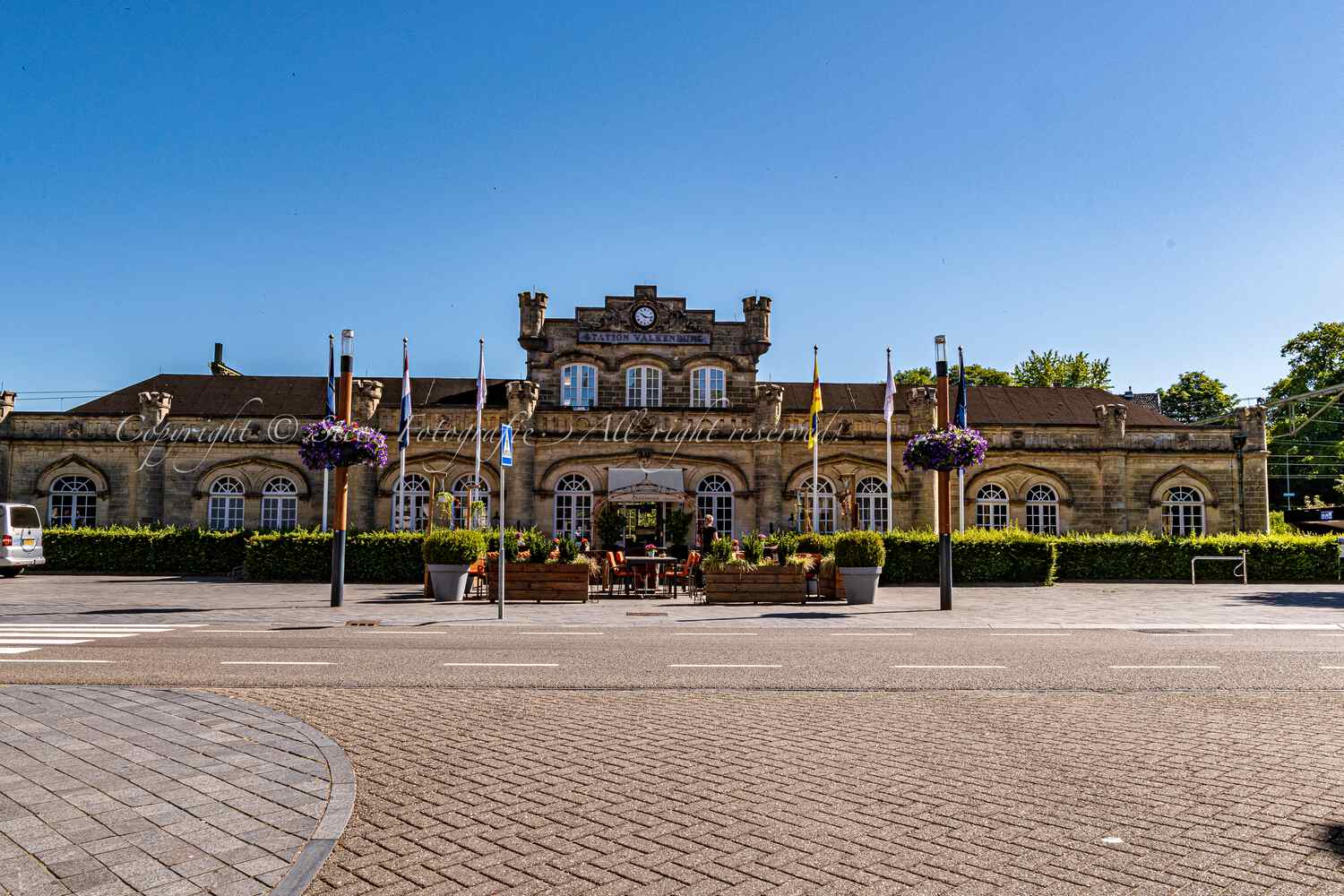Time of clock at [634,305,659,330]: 10:16
